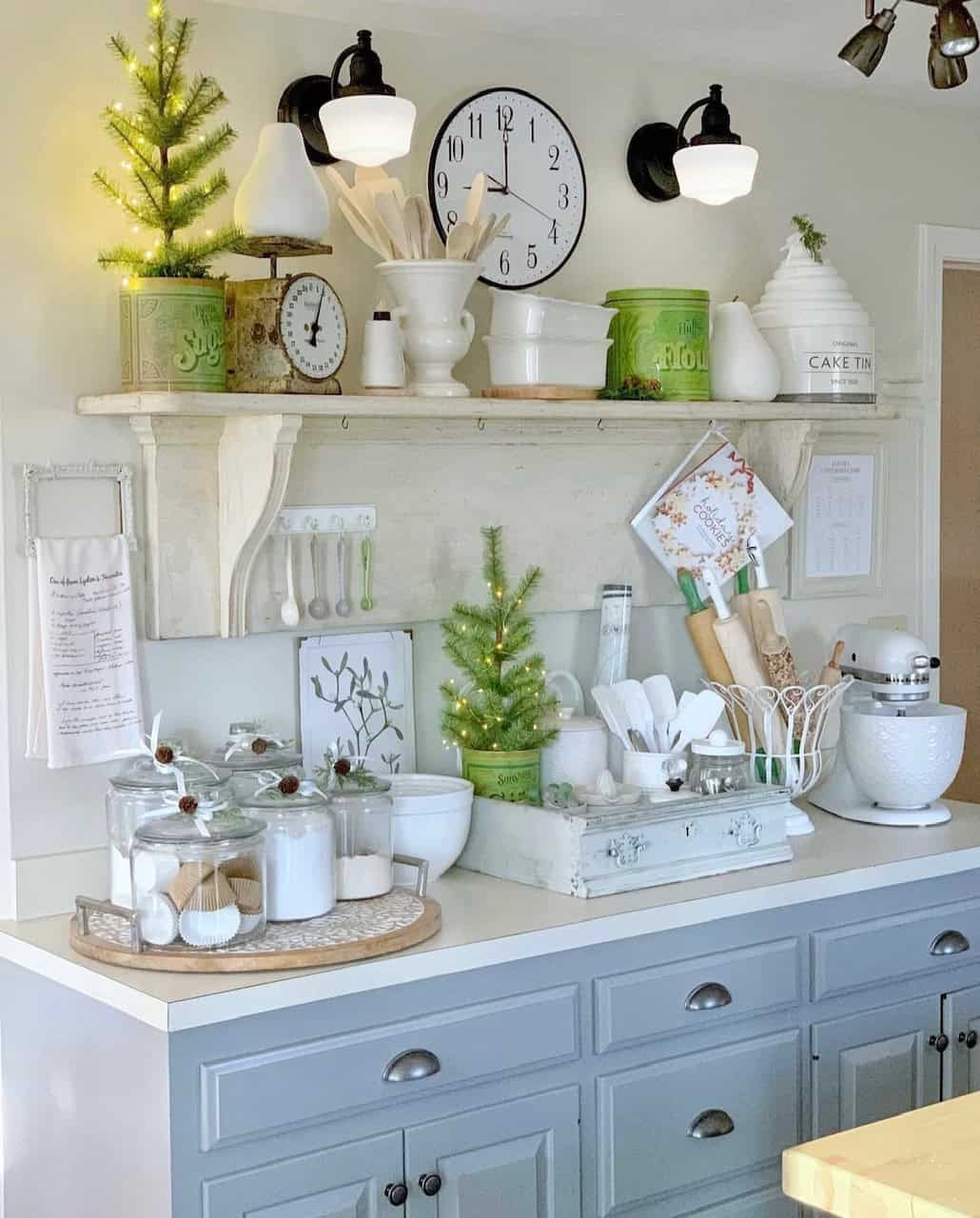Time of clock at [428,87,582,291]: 9:00
